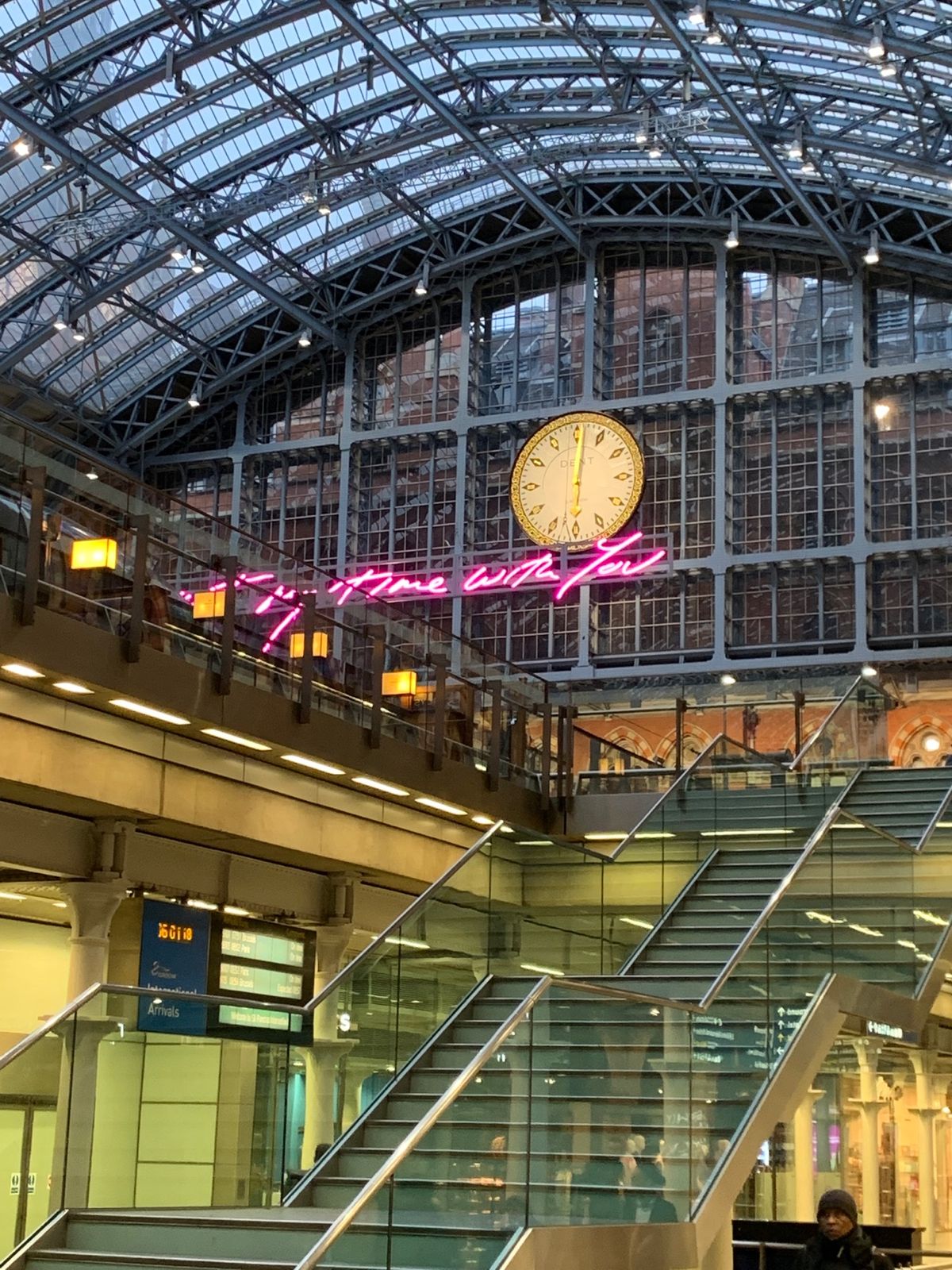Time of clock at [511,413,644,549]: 6:00
